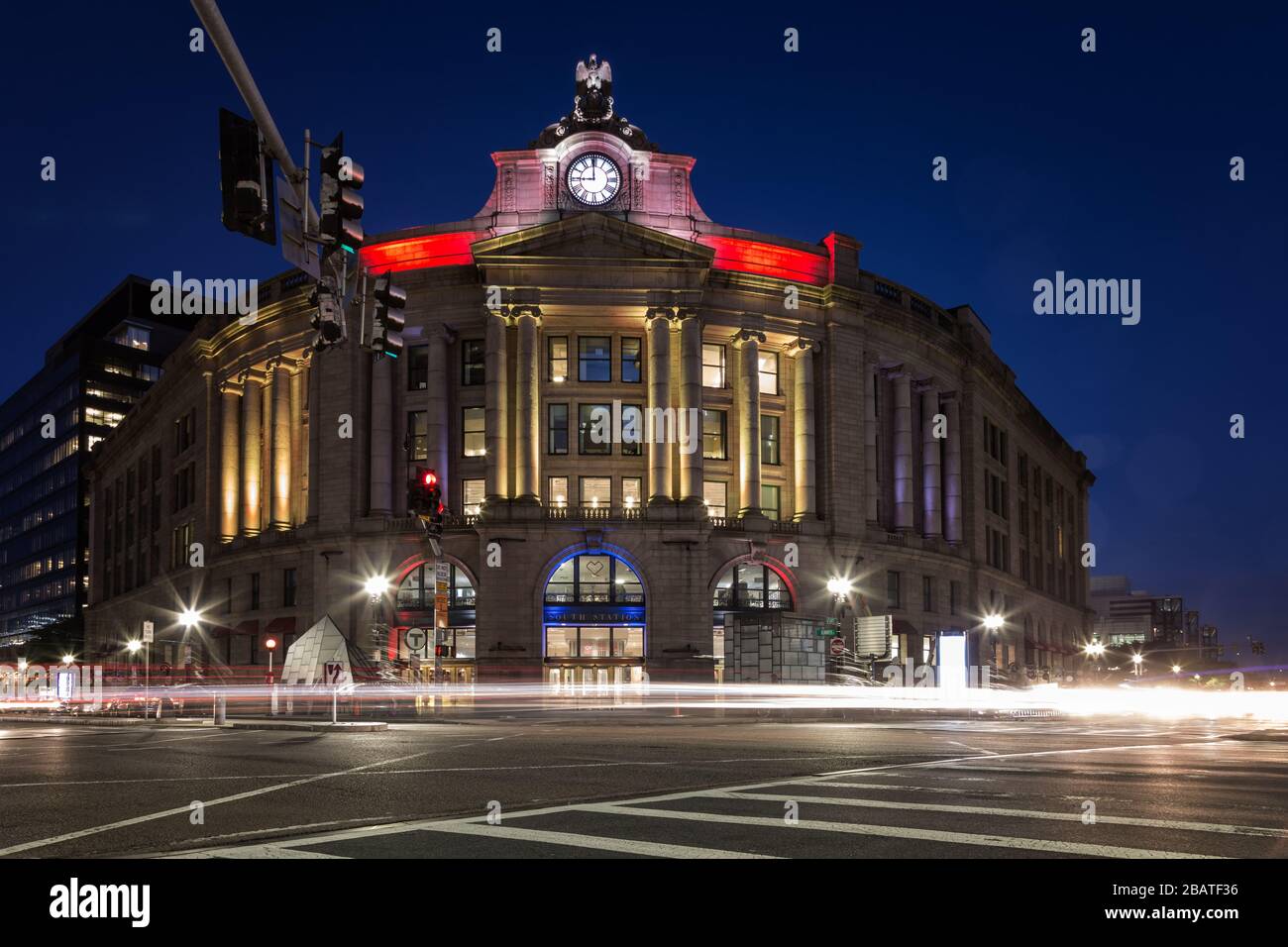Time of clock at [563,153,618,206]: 8:59
